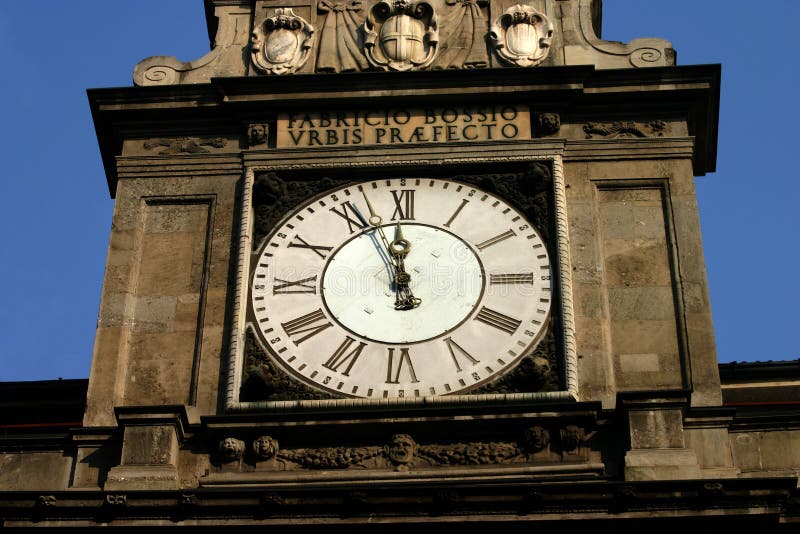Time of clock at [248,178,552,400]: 11:55
